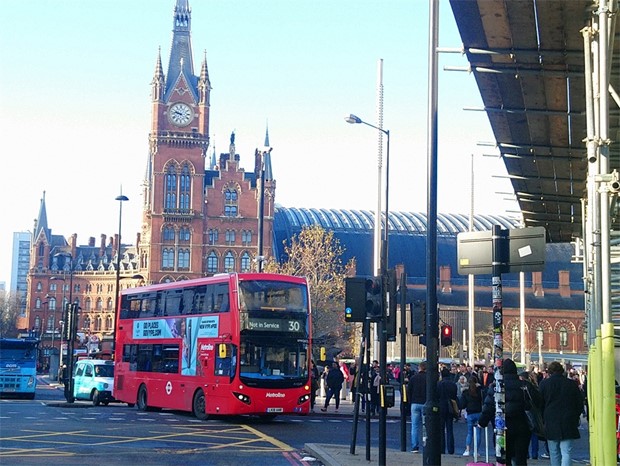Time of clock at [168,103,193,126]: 9:47
